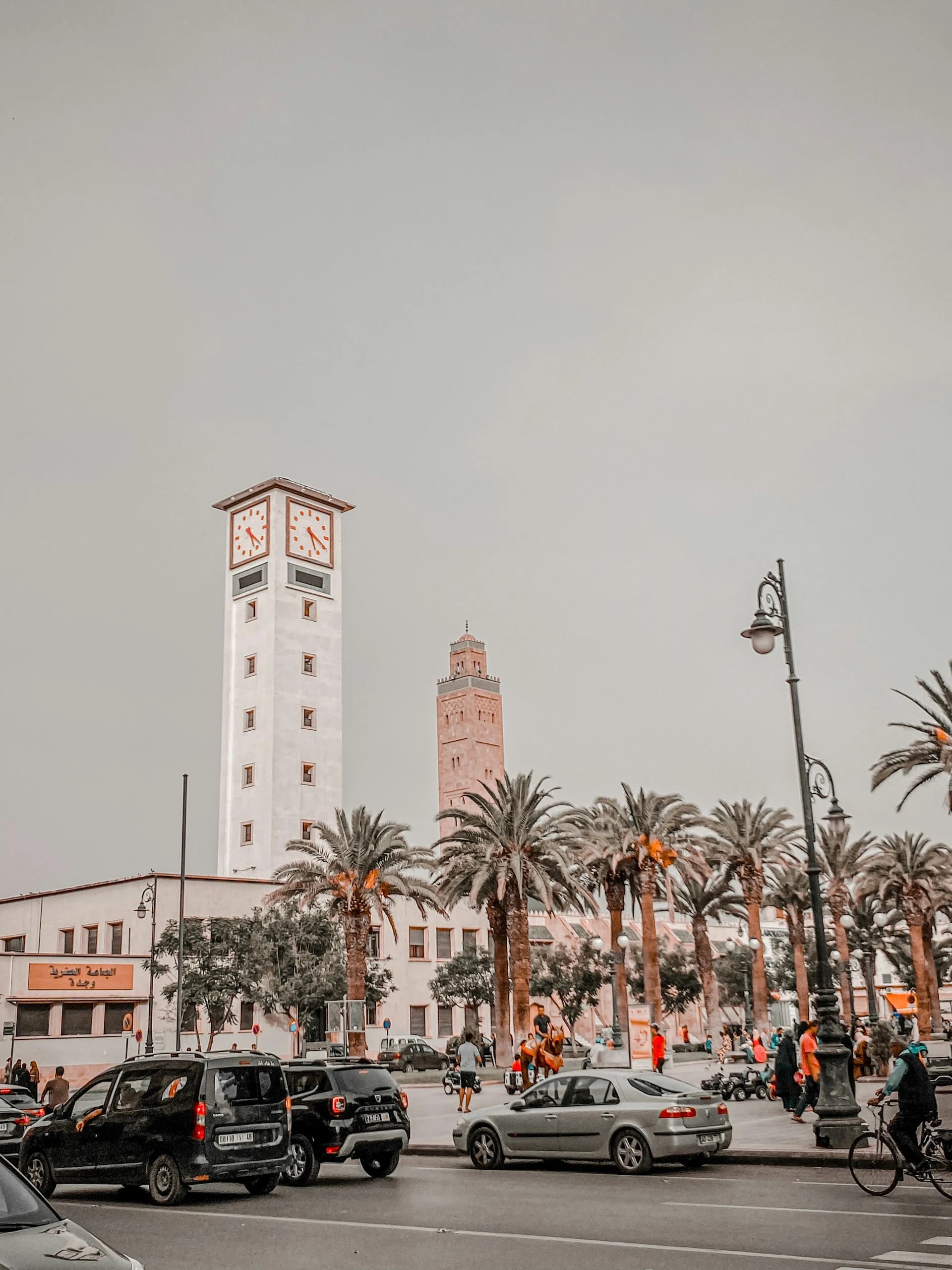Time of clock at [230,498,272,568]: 5:22
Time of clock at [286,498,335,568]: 5:19
